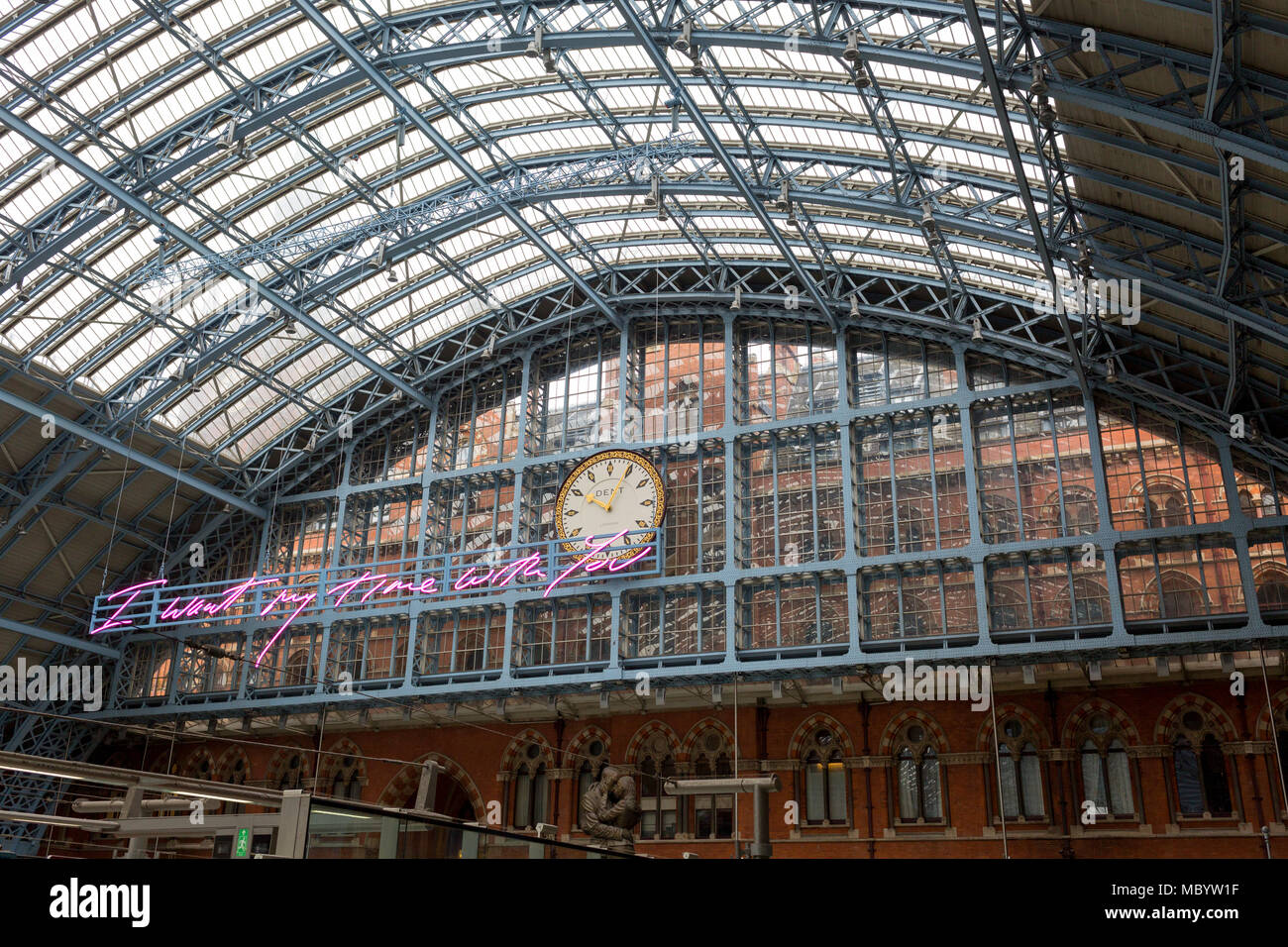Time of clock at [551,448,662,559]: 10:04
